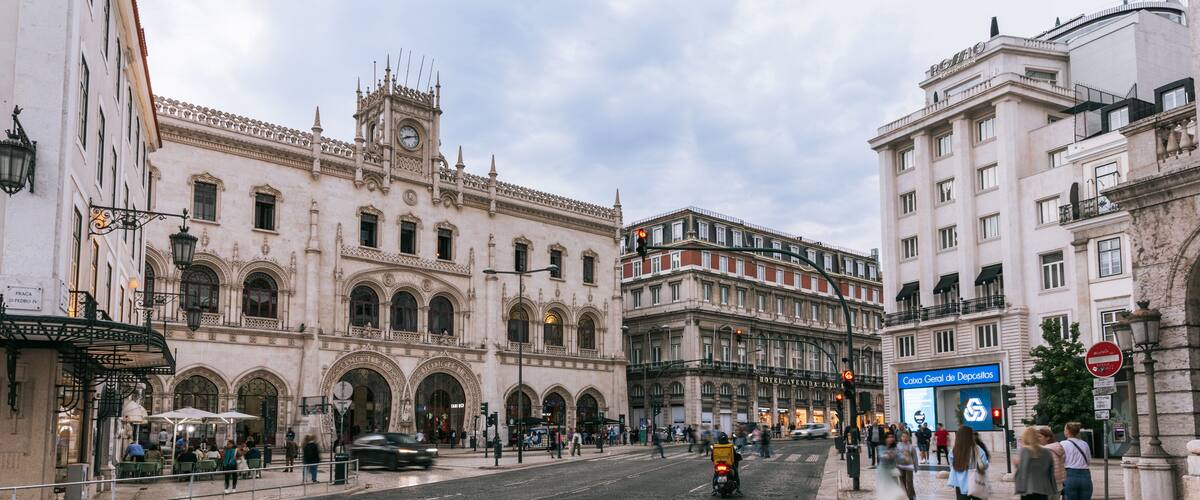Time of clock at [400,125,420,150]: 8:12
